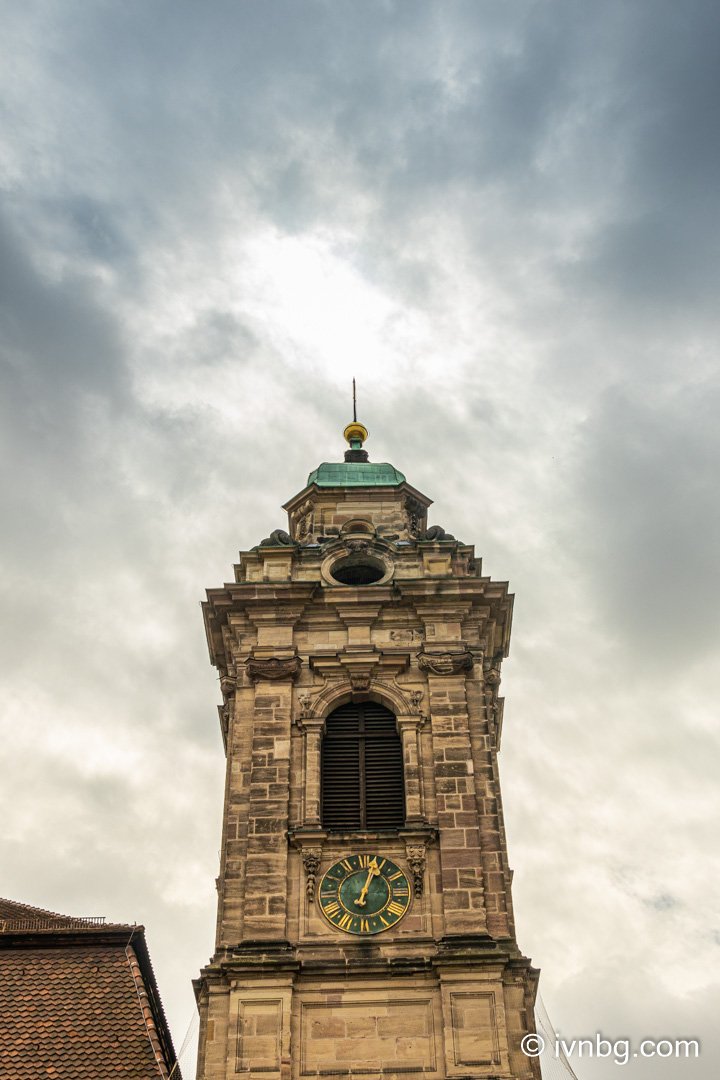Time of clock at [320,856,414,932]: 1:03
